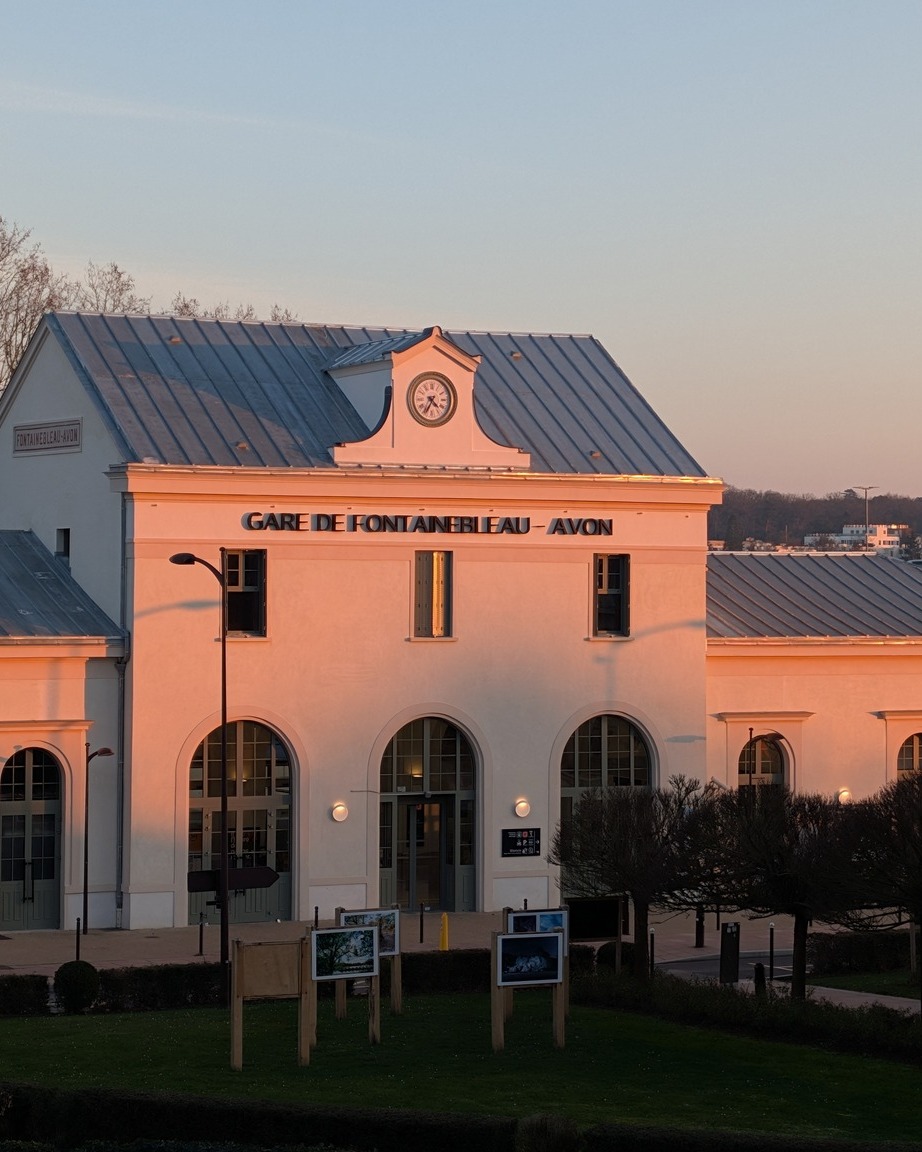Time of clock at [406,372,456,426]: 4:35
